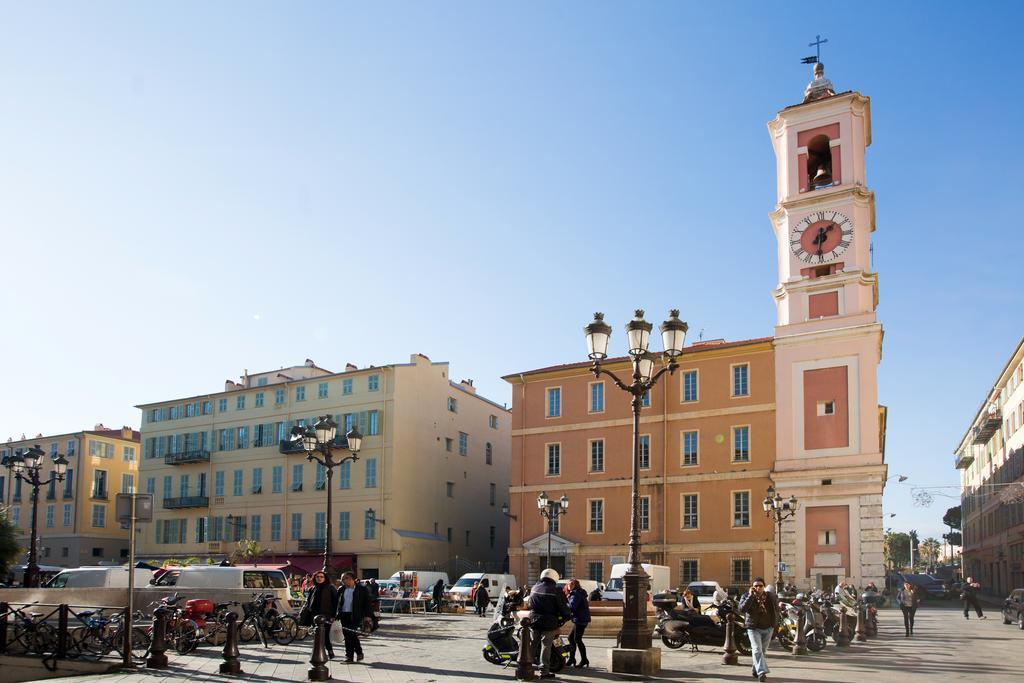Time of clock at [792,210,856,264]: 1:31
